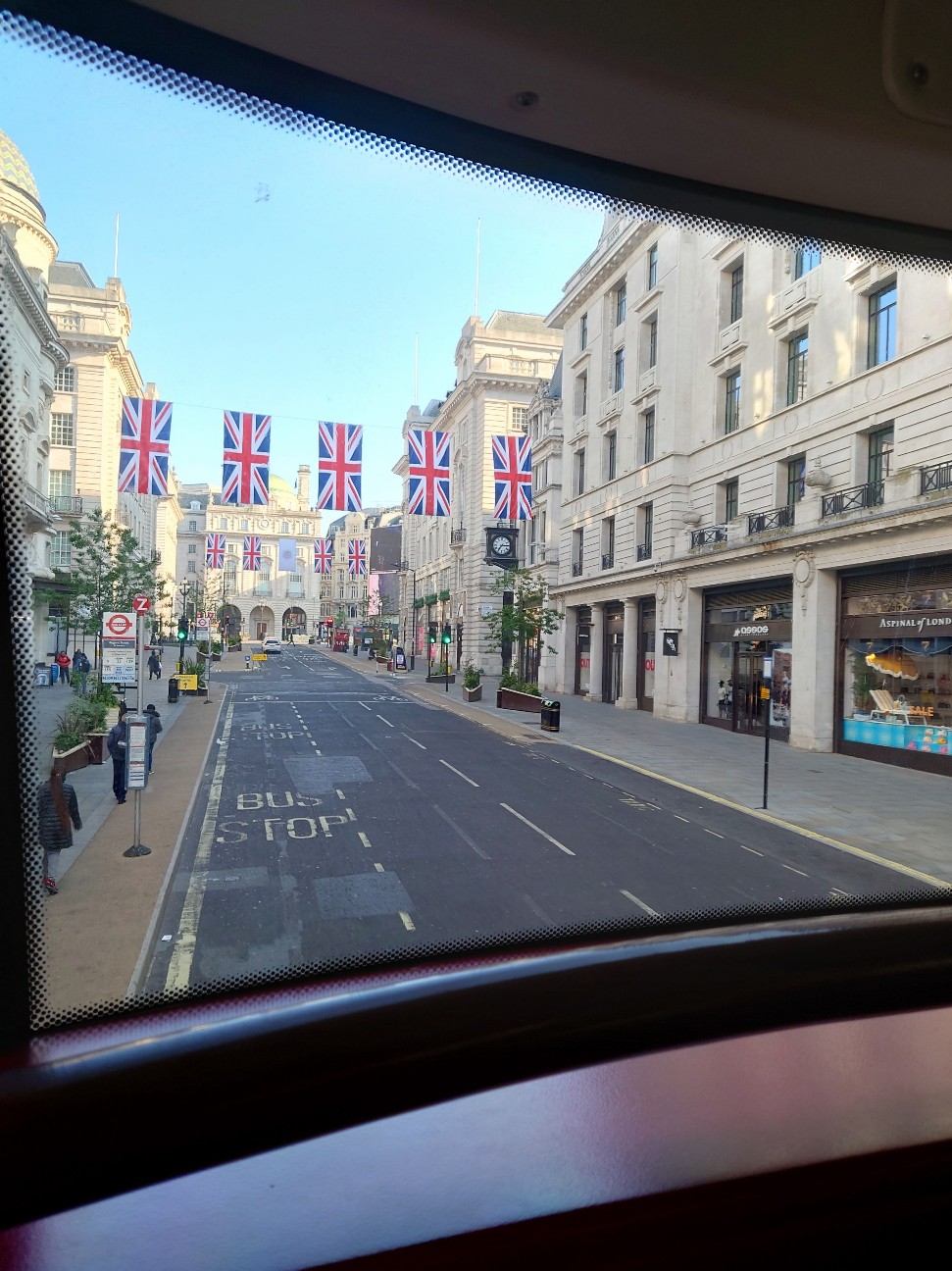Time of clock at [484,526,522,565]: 7:14
